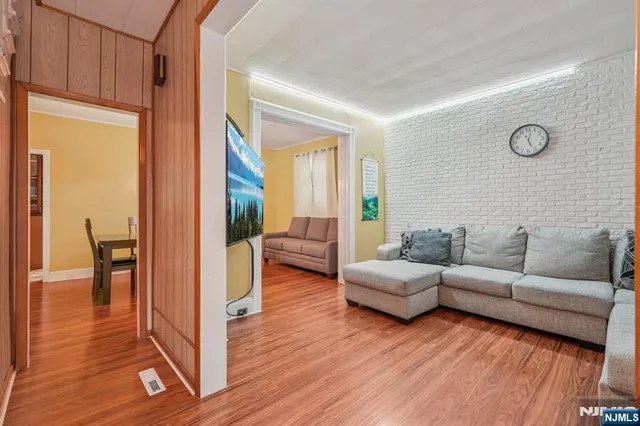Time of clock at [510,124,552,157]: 12:26
